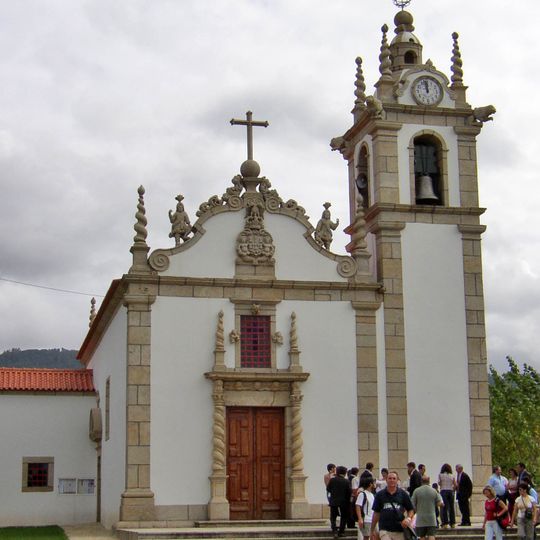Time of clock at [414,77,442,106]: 11:58
